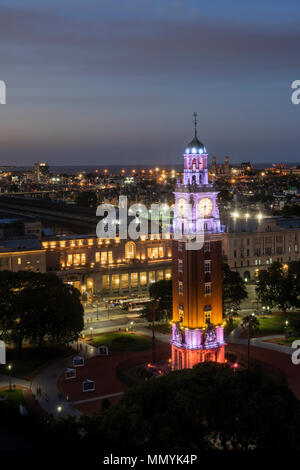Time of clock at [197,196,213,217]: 8:32
